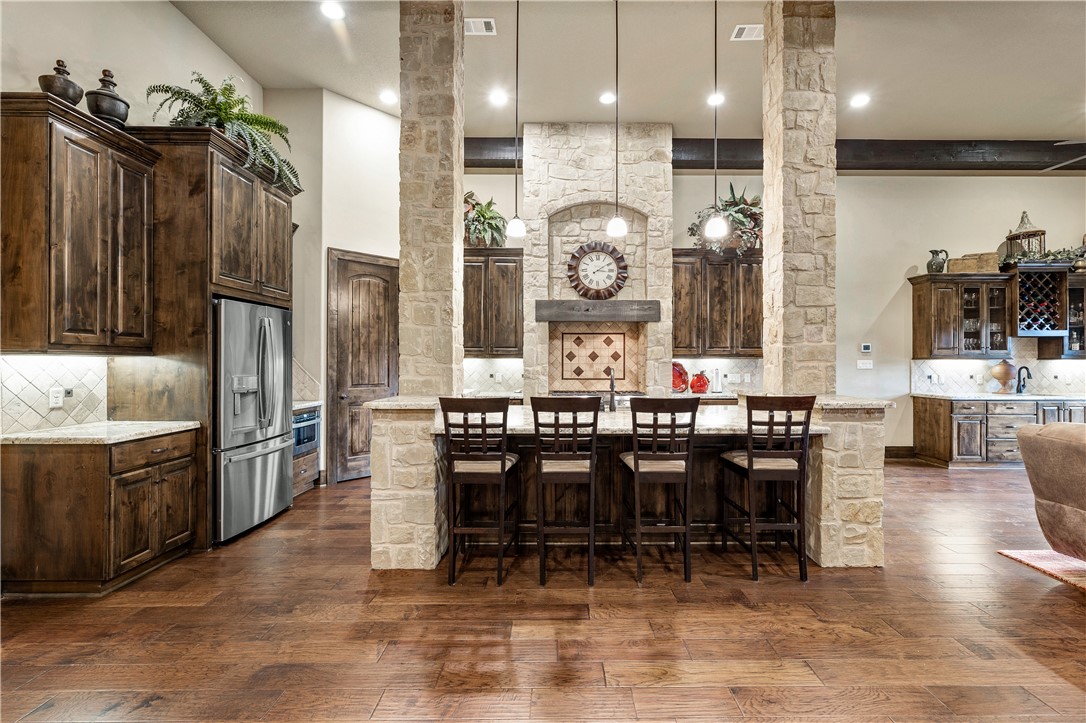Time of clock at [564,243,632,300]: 3:09
